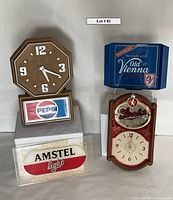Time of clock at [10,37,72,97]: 5:19
